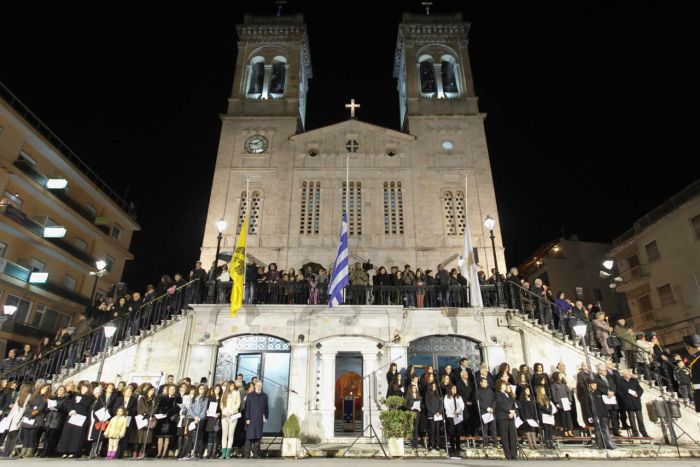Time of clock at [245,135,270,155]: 9:08
